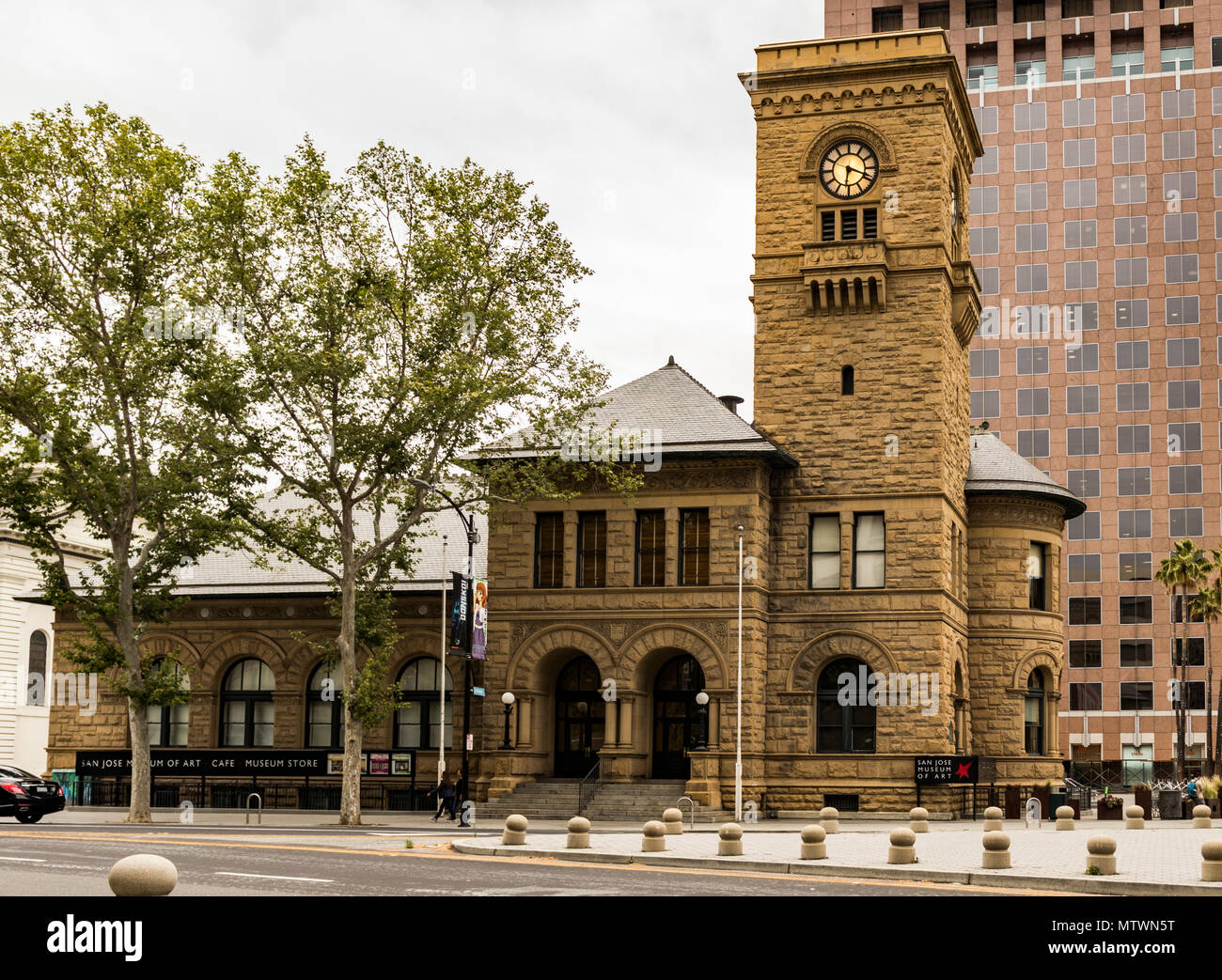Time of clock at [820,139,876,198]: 6:18
